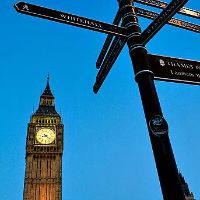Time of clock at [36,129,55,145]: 8:21
